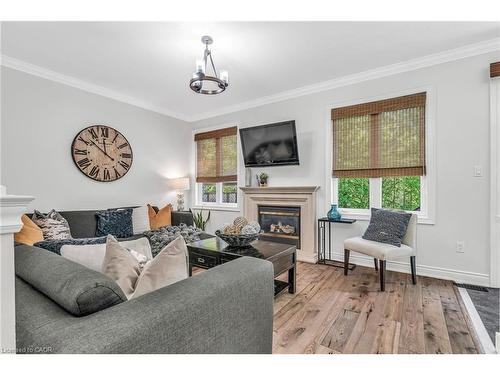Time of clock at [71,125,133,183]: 11:51
